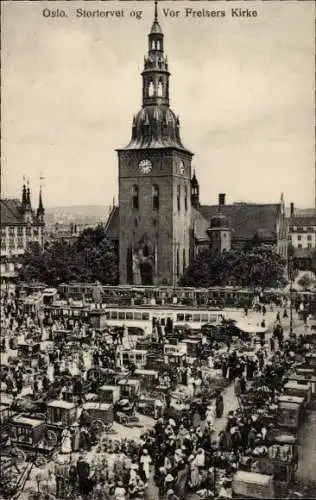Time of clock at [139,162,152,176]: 2:42
